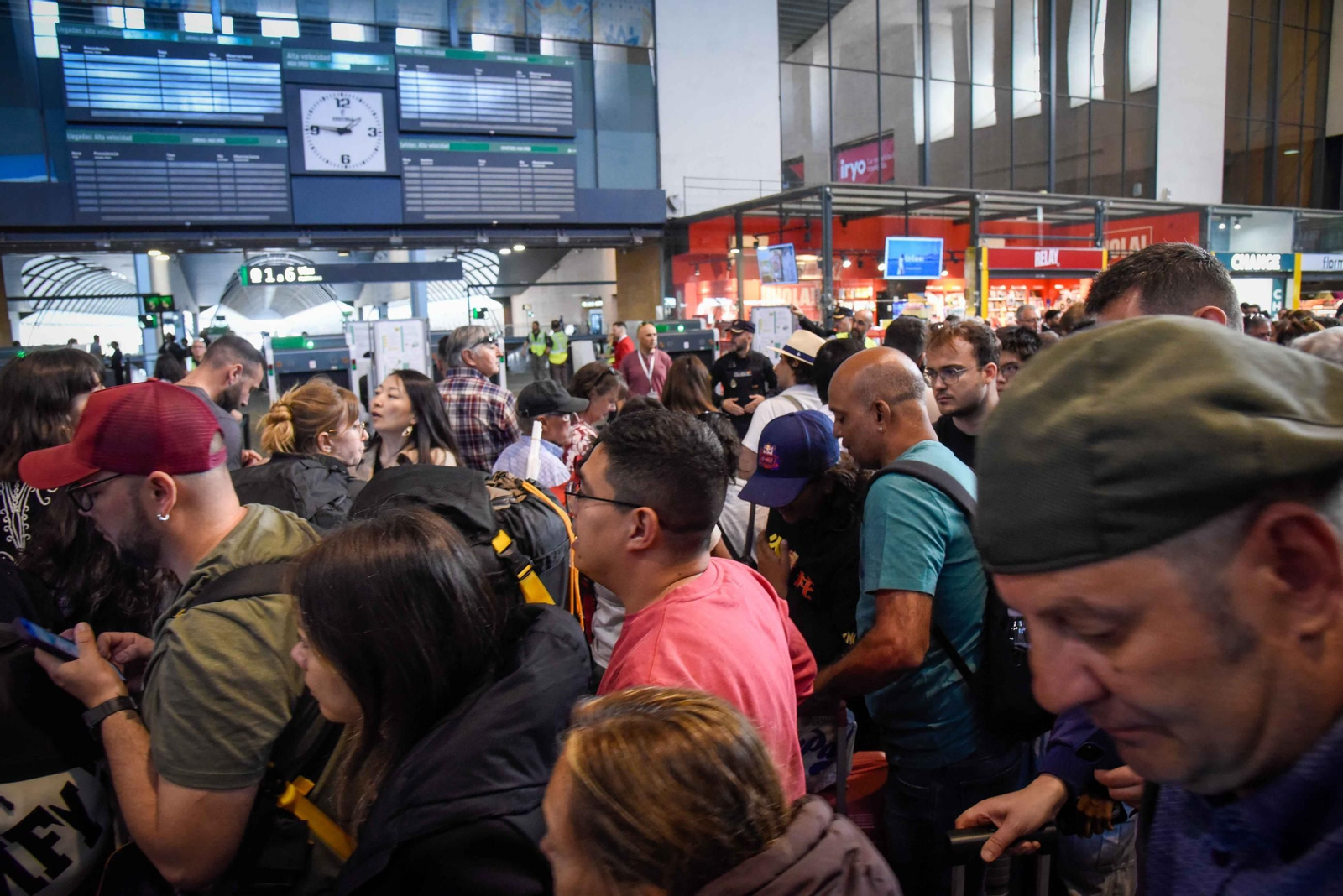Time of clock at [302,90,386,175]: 1:46
